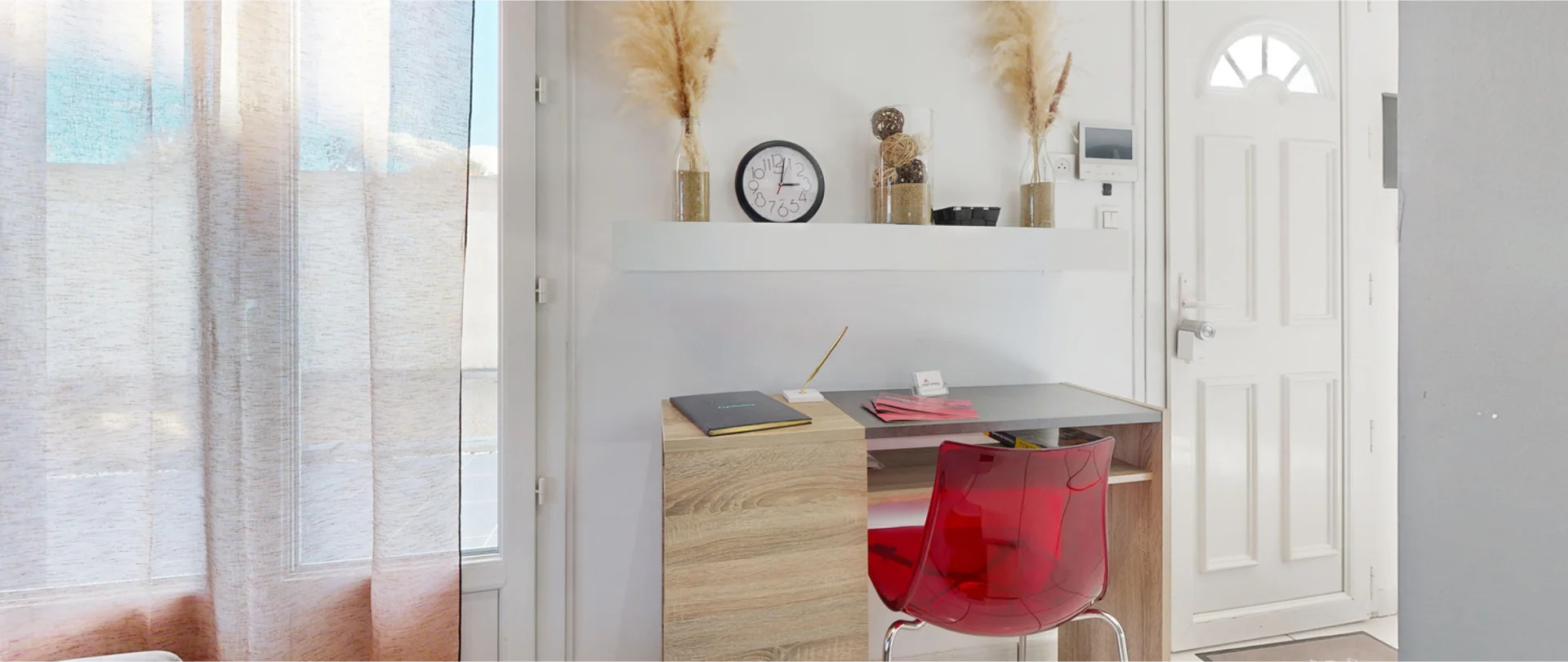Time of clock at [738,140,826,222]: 3:02
